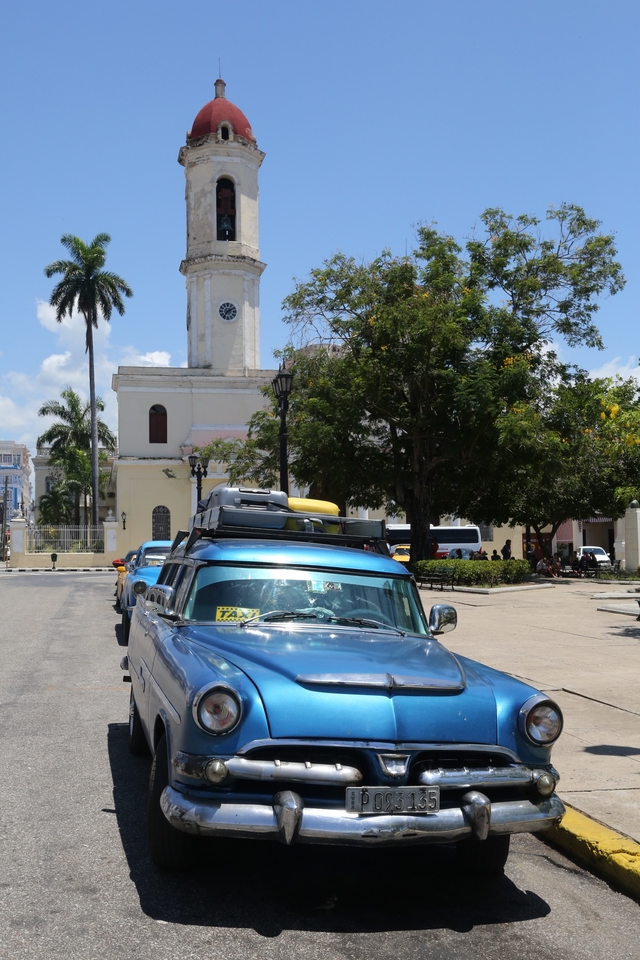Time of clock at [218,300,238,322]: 7:09
